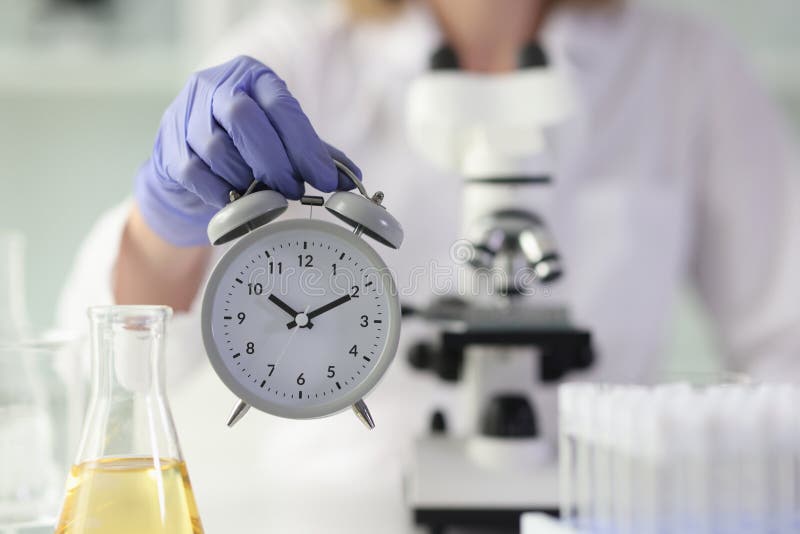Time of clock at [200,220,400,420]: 10:10
